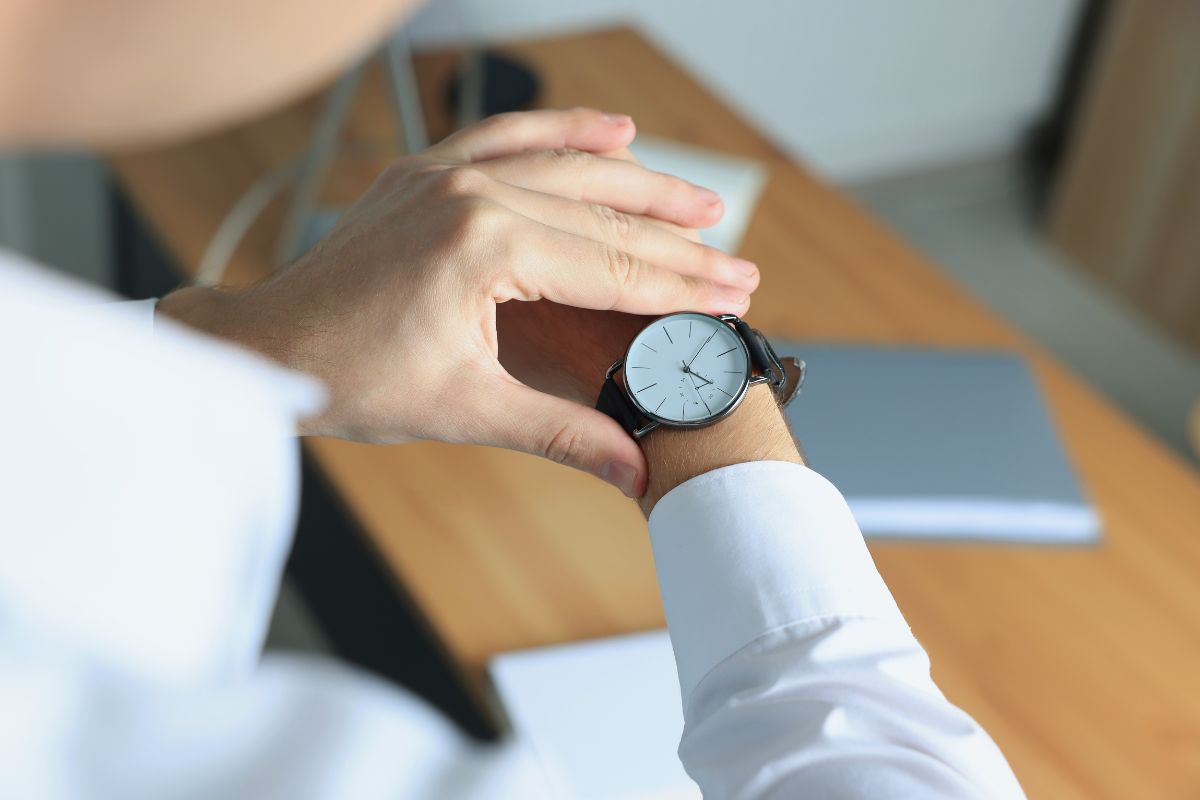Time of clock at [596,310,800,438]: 4:04
